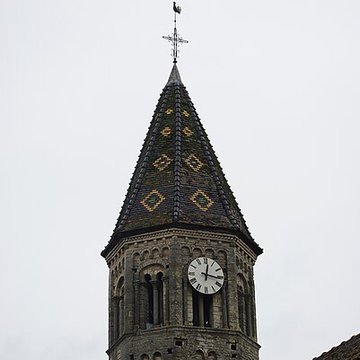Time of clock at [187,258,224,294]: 12:16
